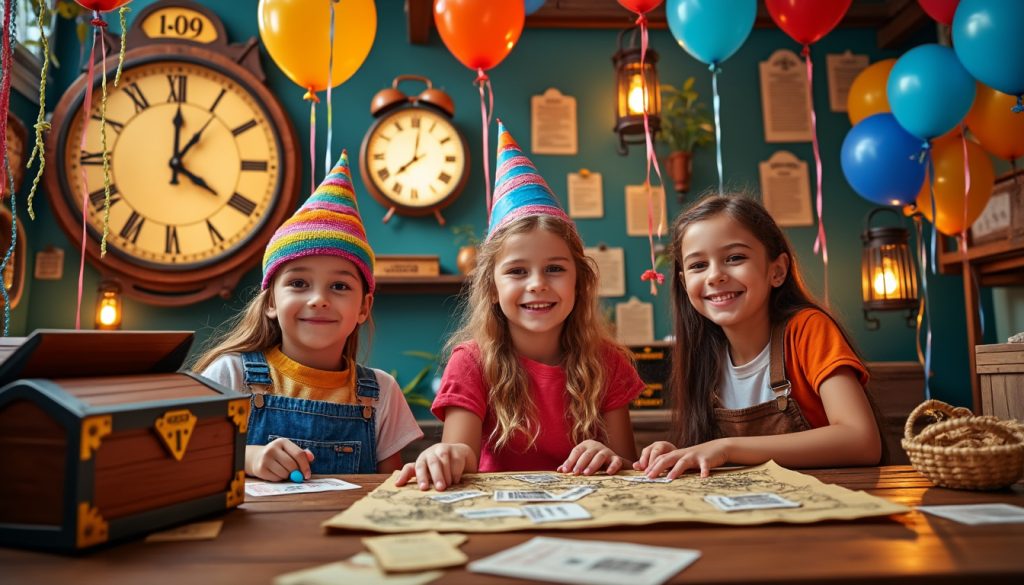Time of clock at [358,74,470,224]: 8:01
